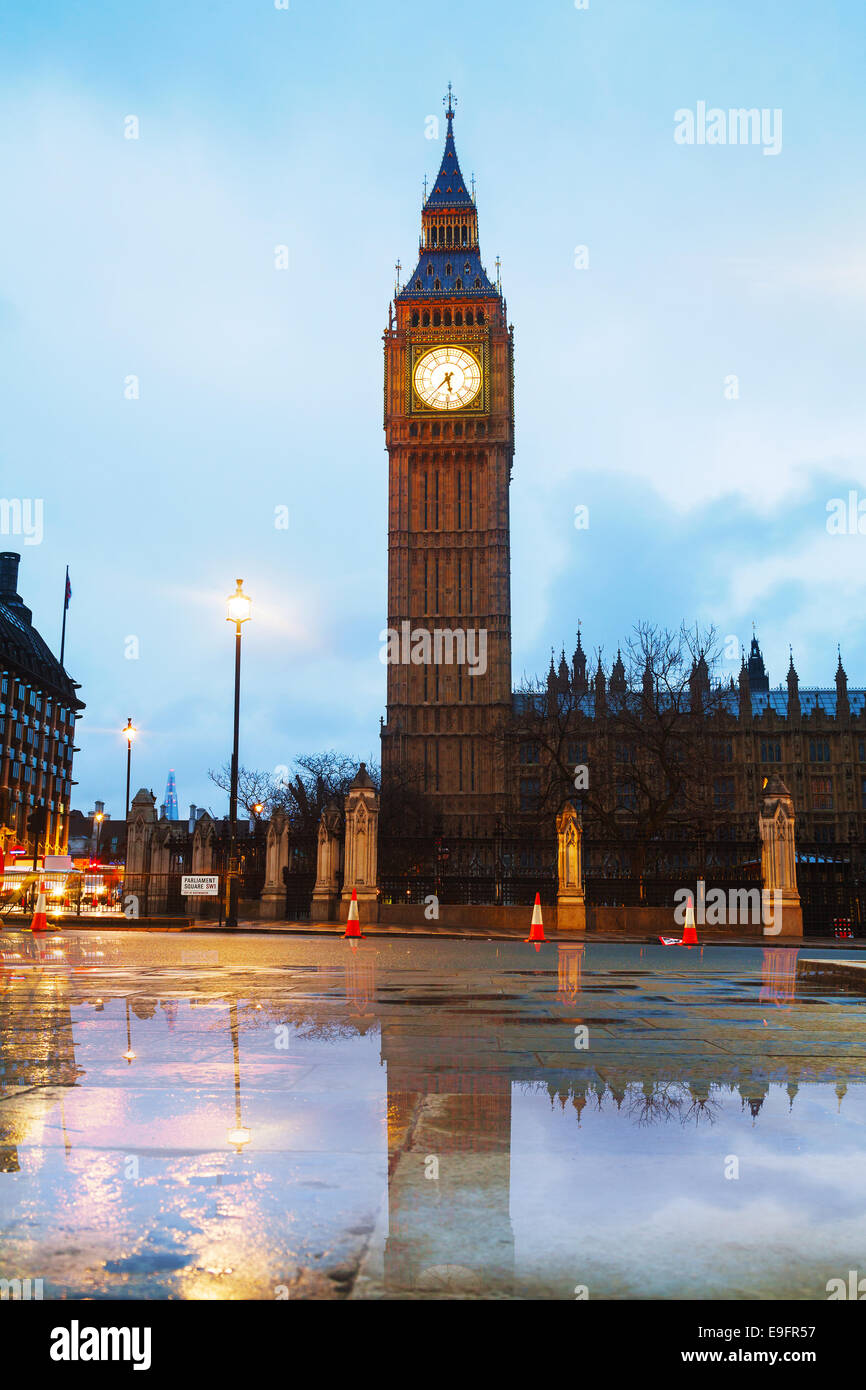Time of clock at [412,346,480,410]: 5:37
